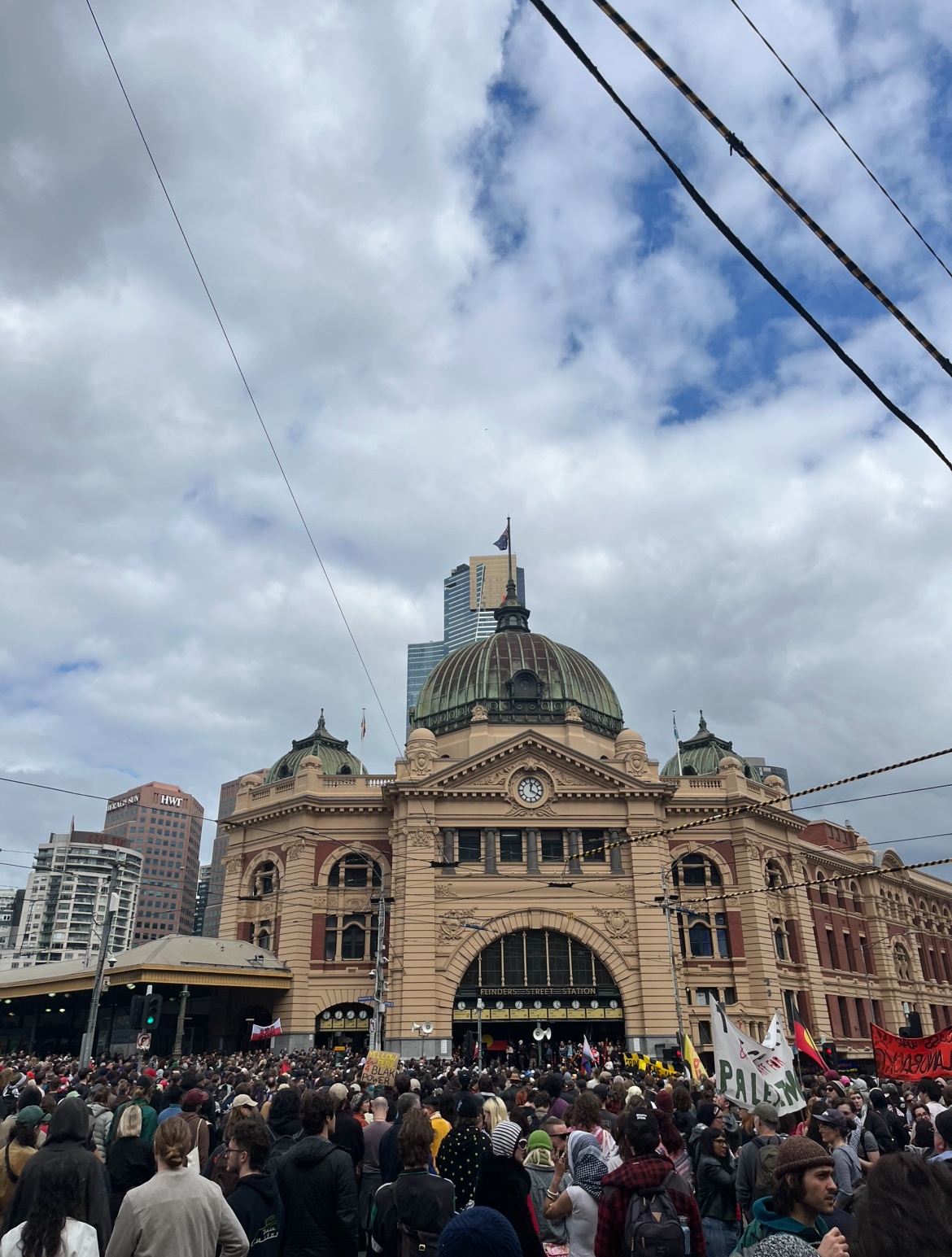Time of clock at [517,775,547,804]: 12:19
